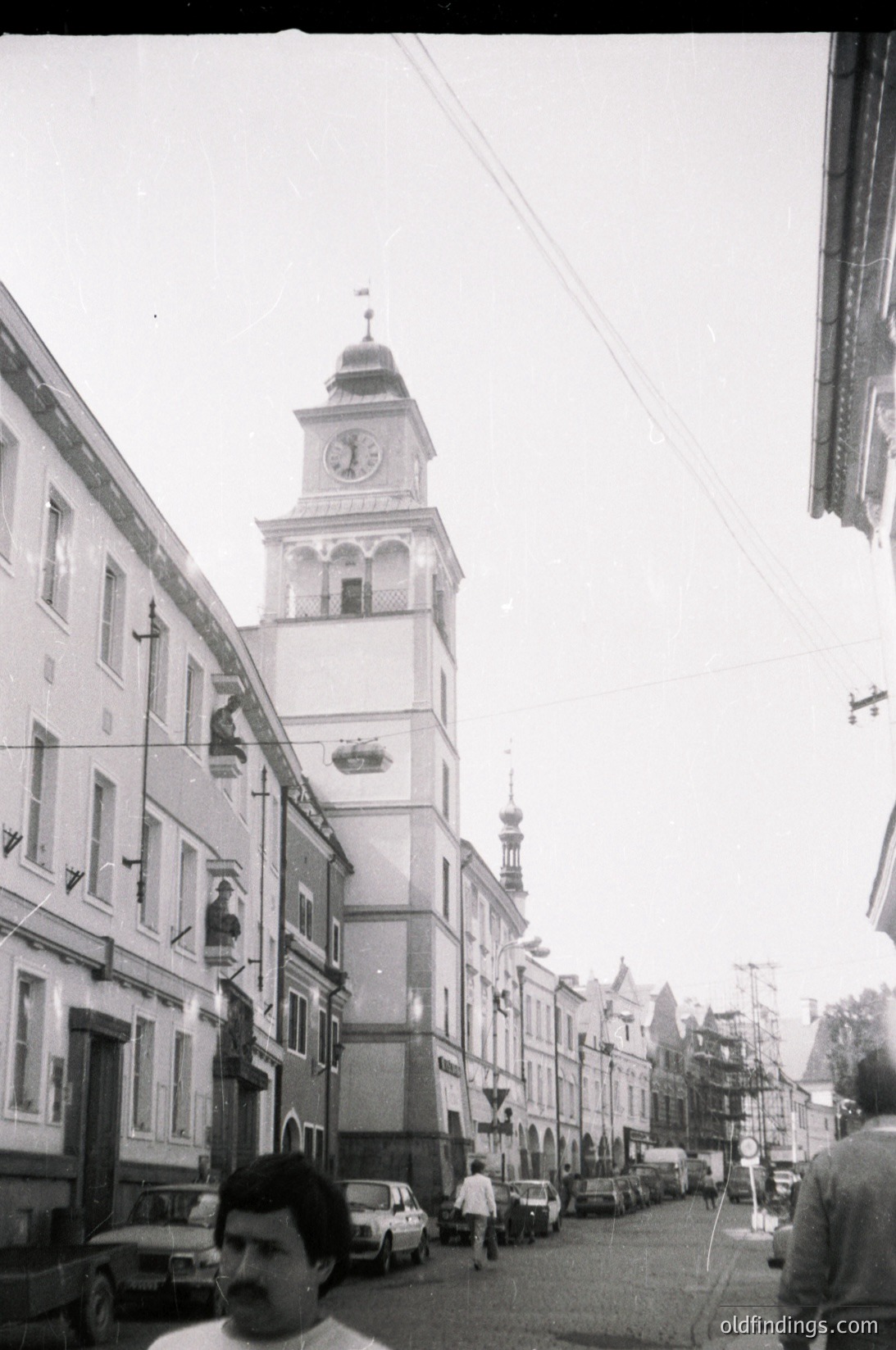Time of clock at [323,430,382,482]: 11:32
